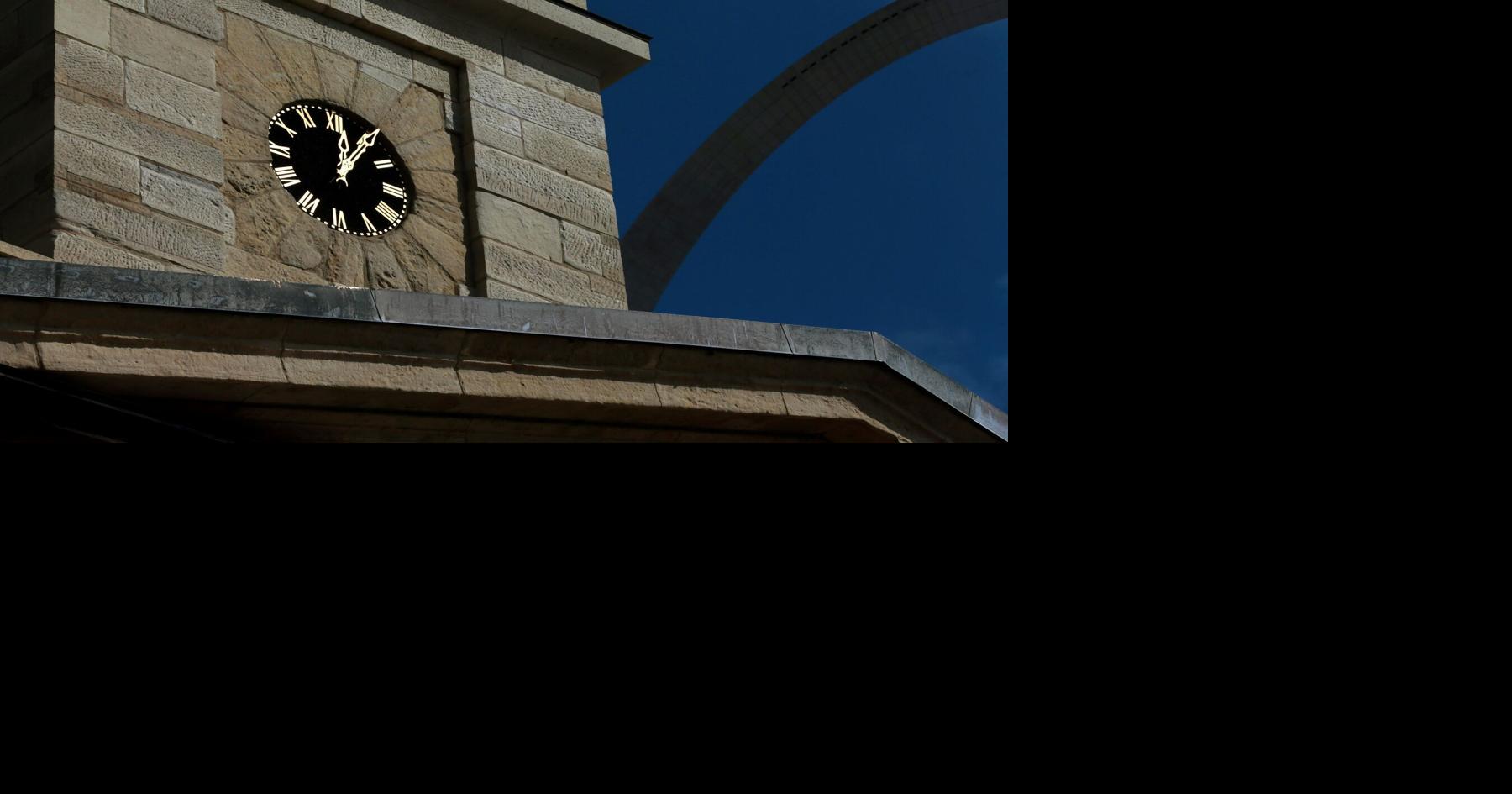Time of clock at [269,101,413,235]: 12:05
